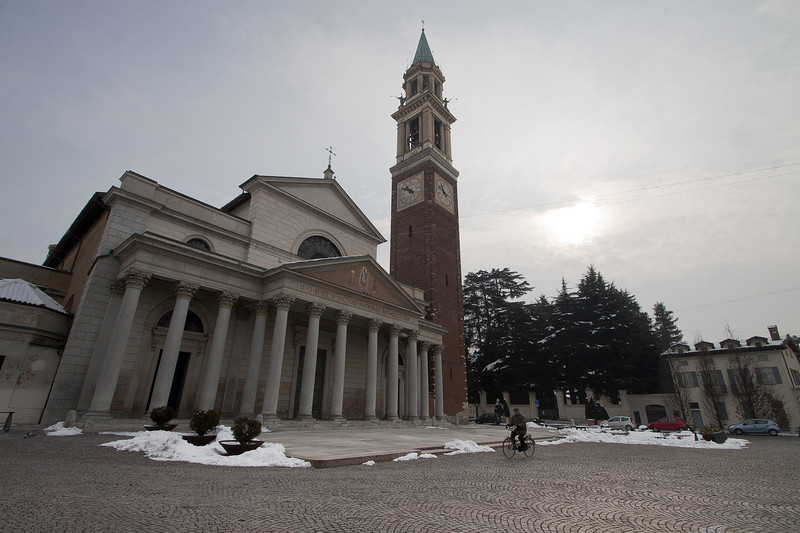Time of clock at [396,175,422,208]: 10:50
